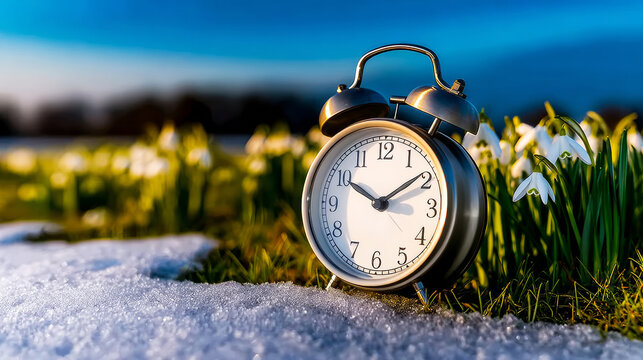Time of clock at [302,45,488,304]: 1:50
